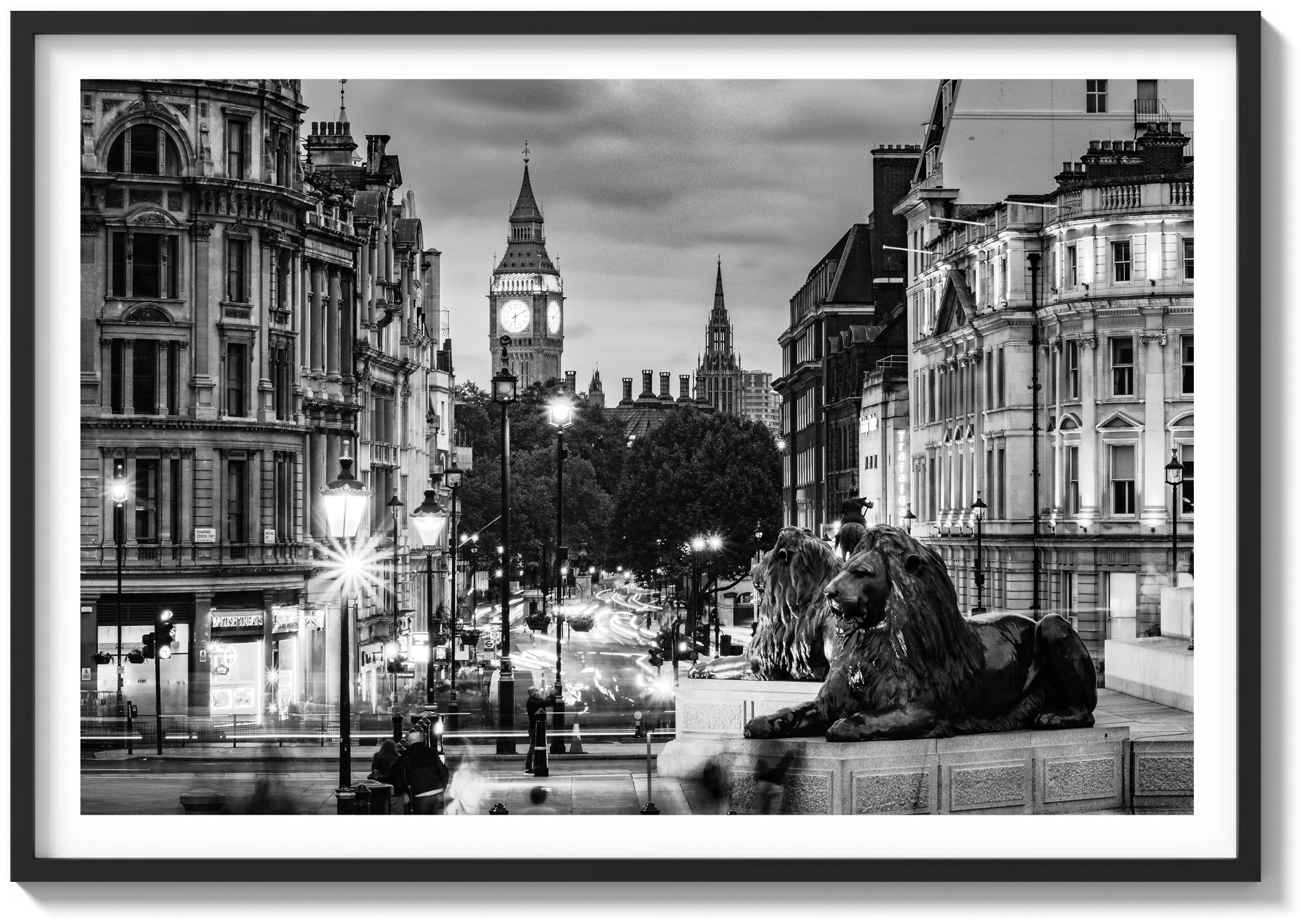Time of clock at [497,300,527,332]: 6:10
